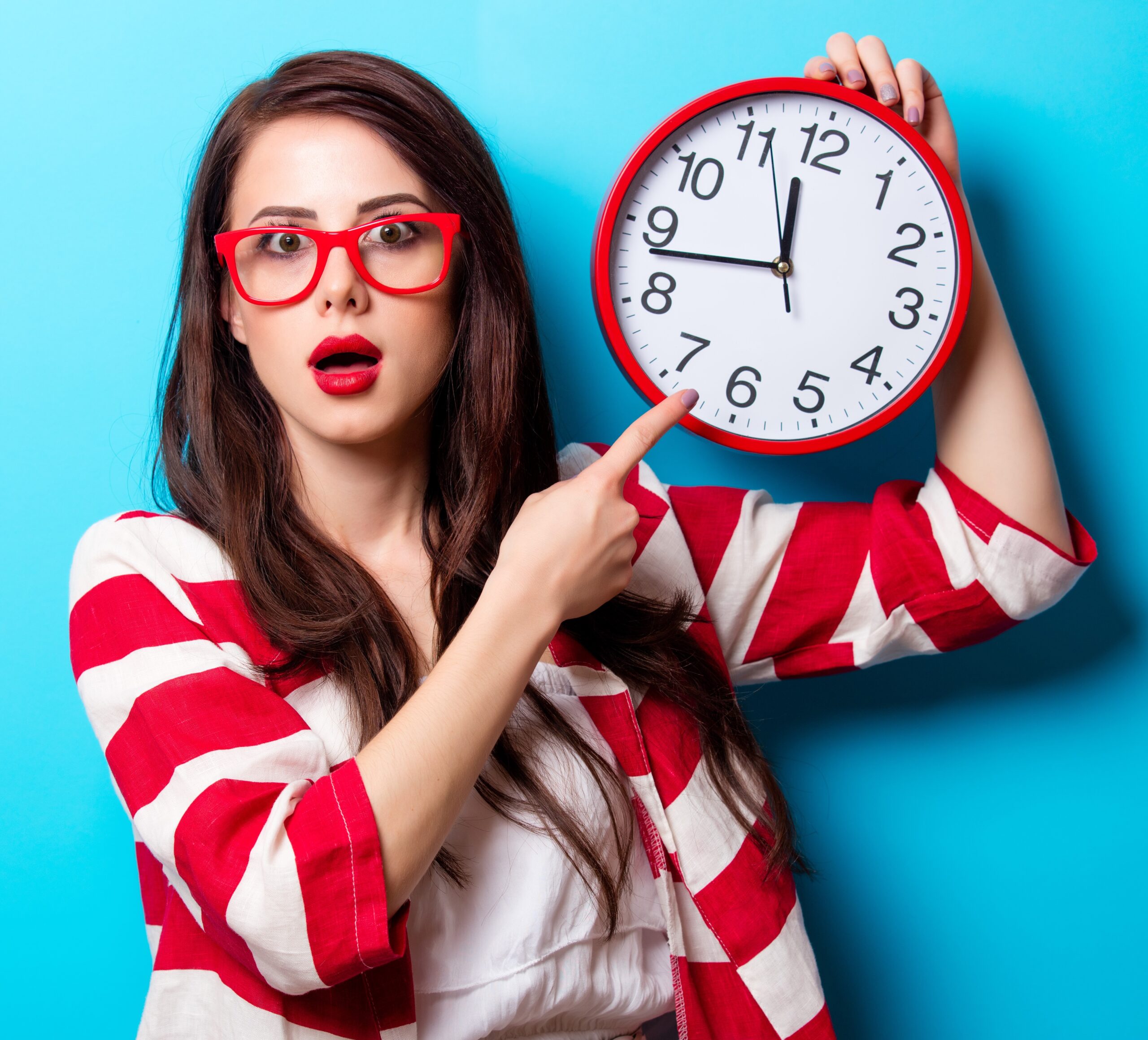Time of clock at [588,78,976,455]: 11:42
